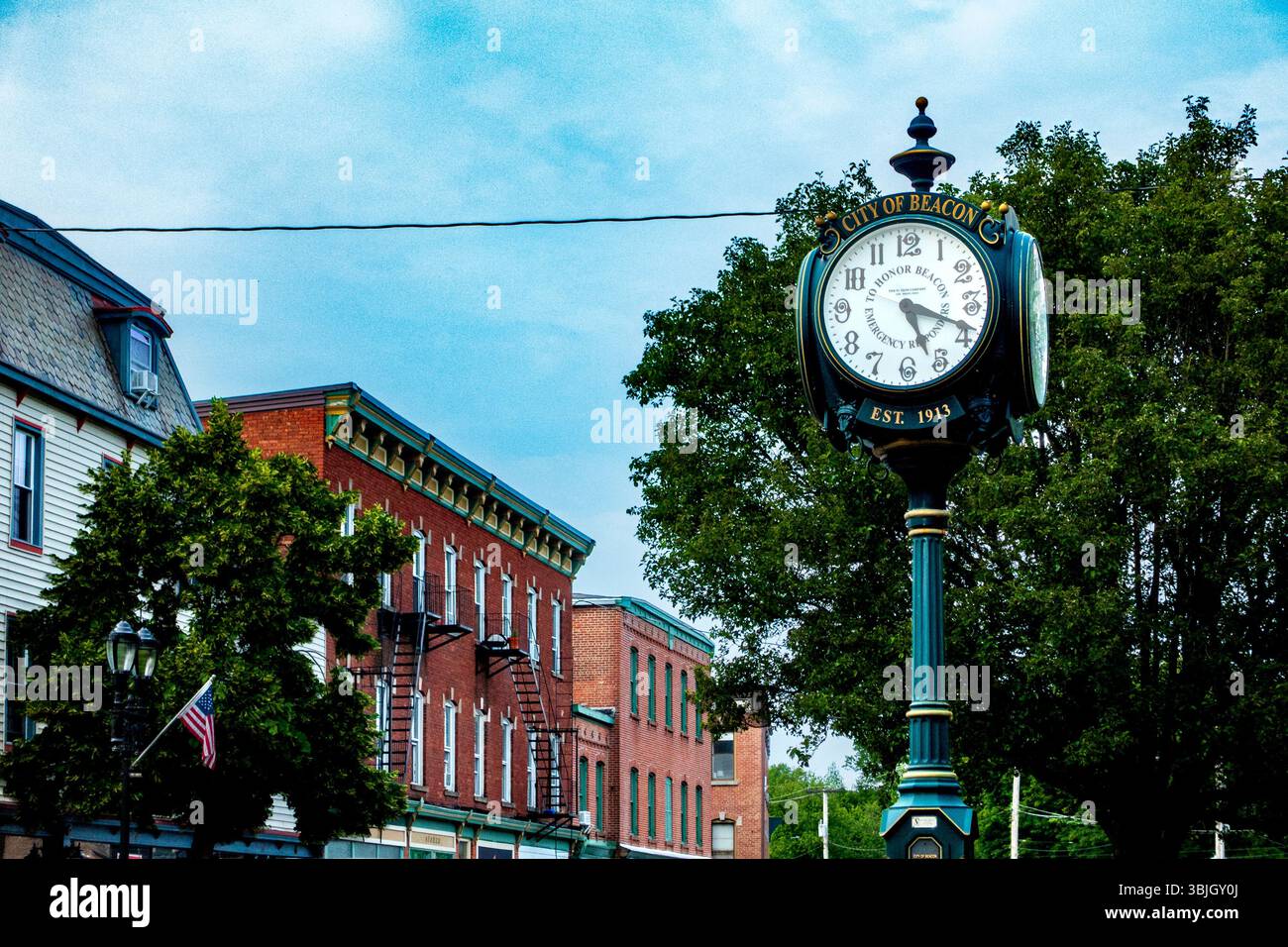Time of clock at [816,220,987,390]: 5:18
